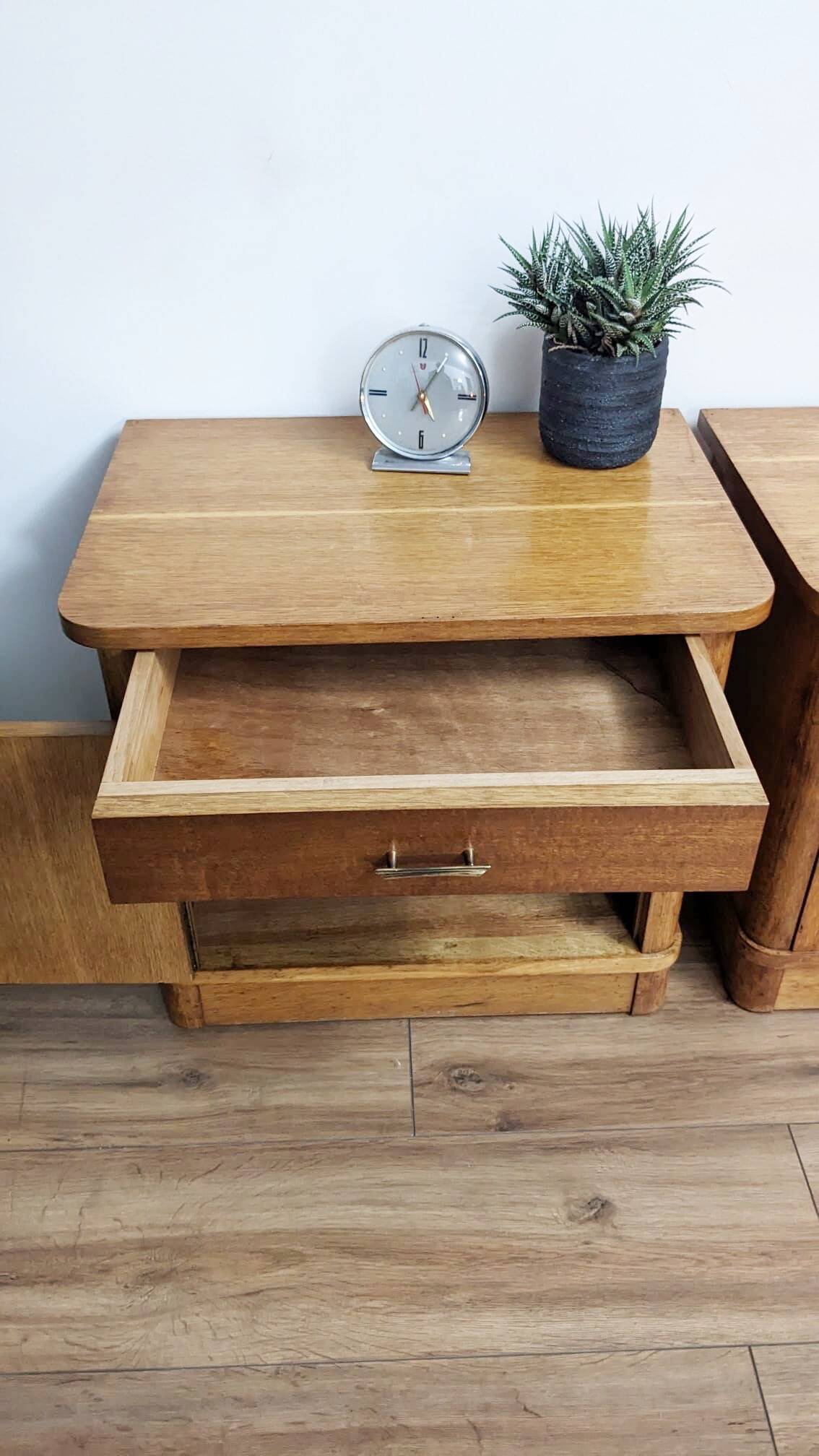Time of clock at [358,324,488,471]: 5:05
